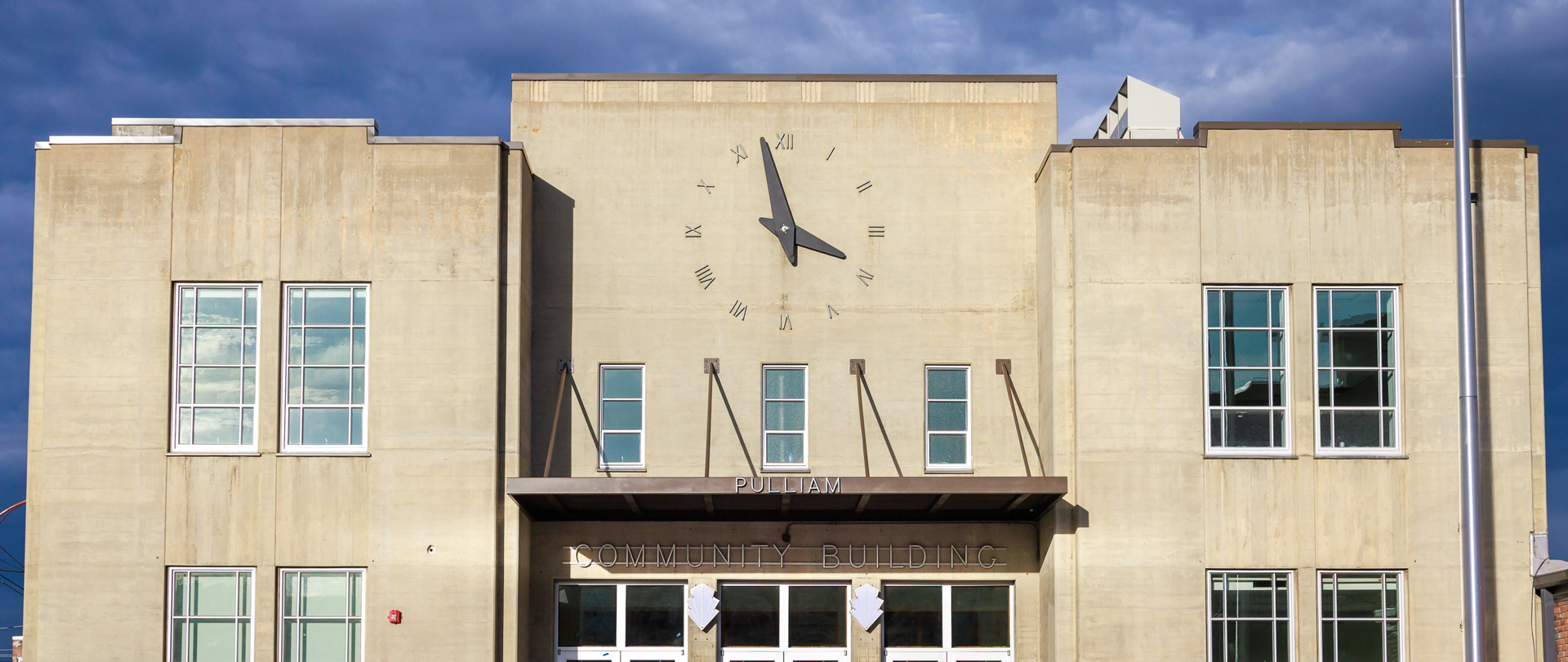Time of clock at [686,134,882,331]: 3:57
